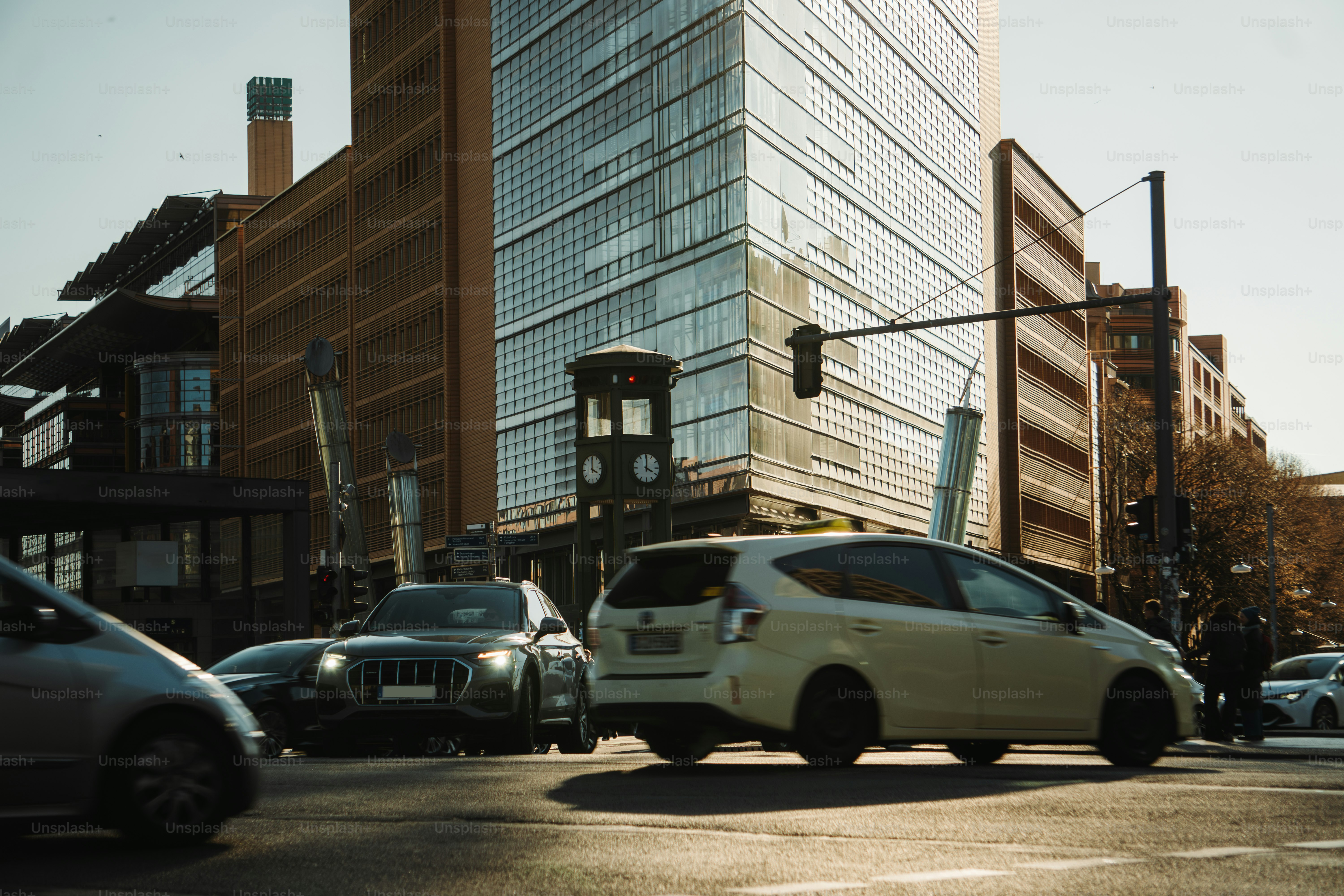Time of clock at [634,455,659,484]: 4:00
